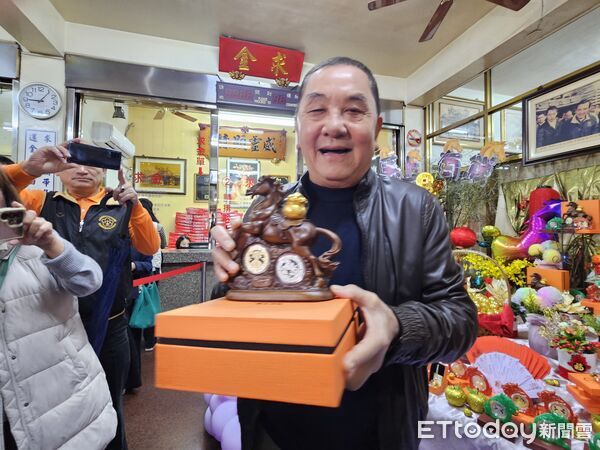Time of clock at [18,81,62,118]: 9:06
